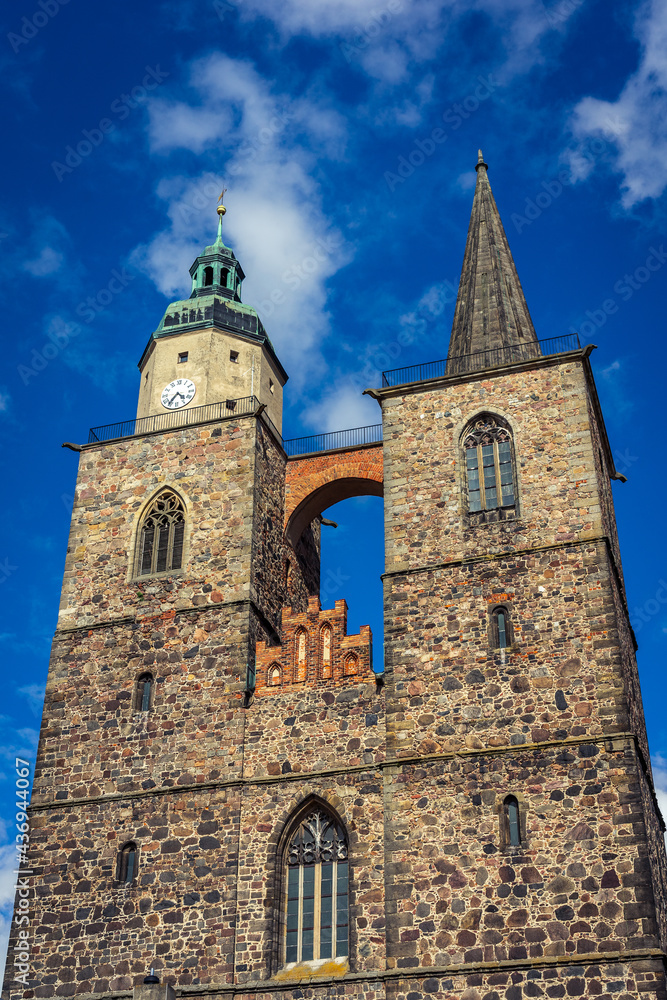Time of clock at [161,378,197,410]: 4:36
